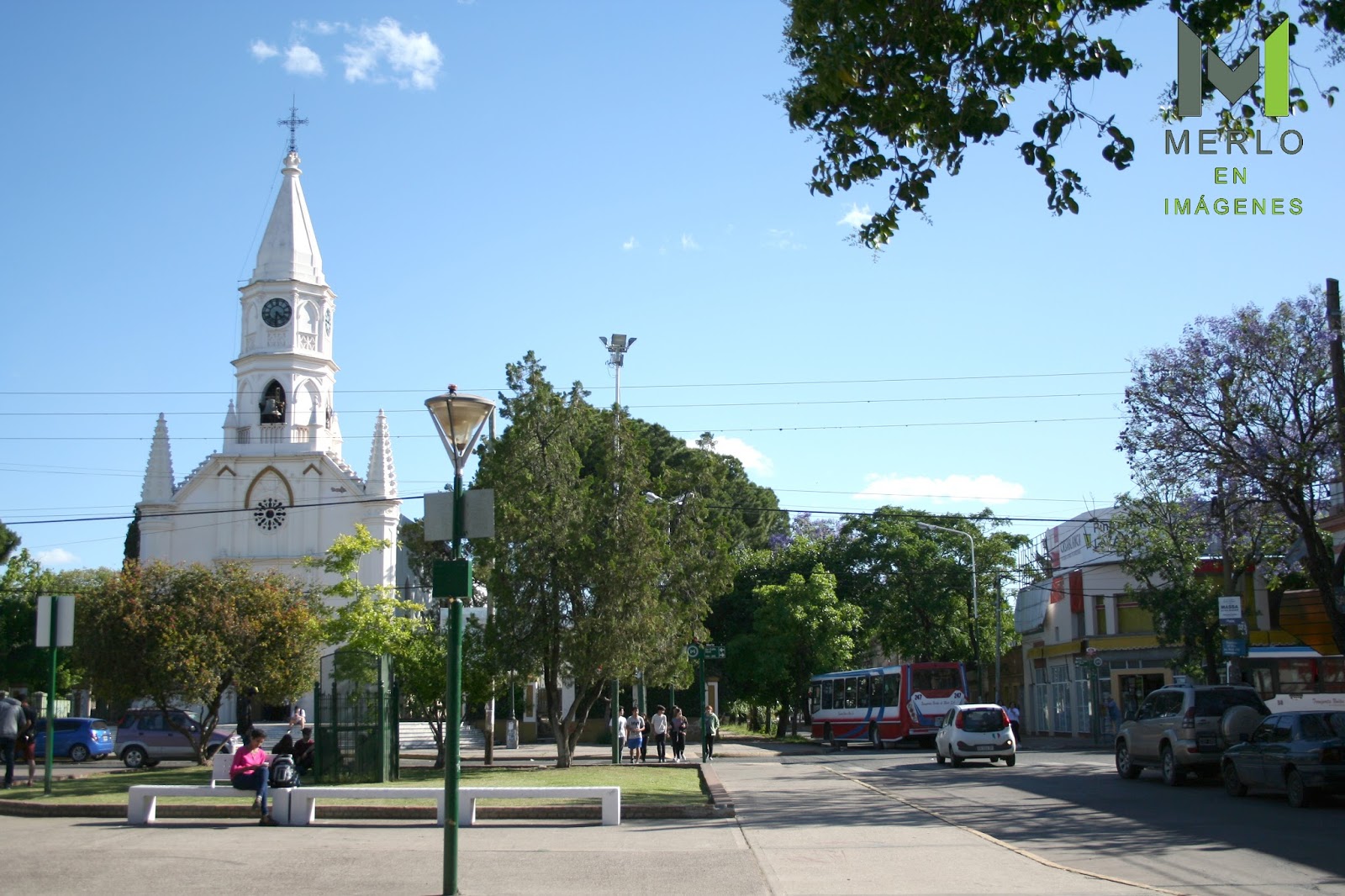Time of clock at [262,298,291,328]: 4:31
